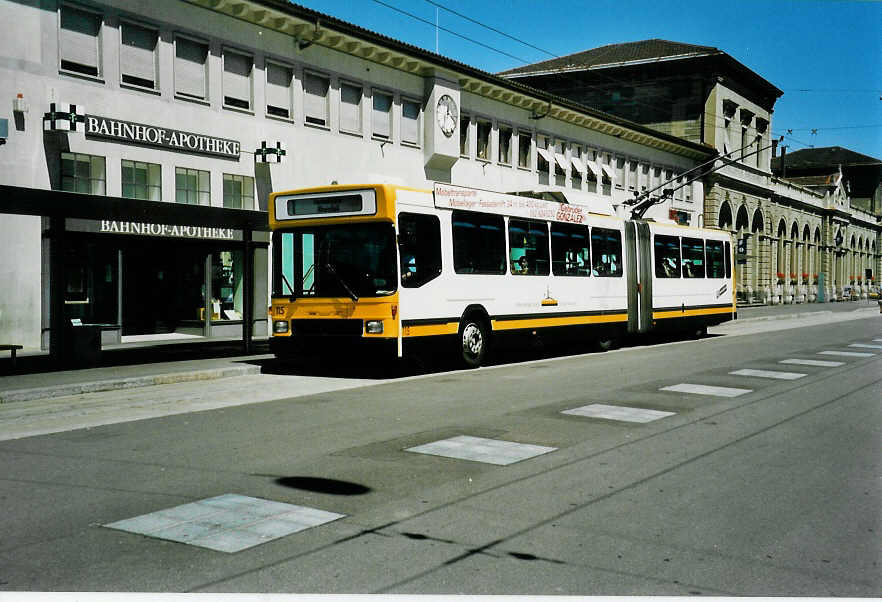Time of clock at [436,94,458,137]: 12:19
